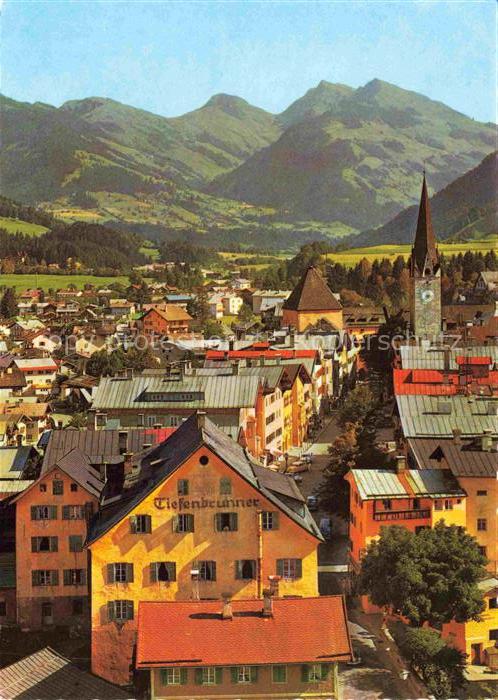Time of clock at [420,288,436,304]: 7:00
